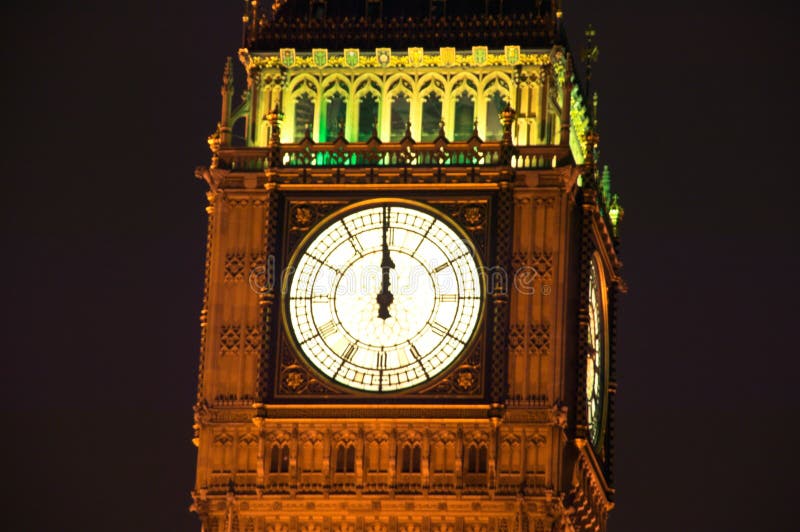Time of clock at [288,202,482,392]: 11:59
